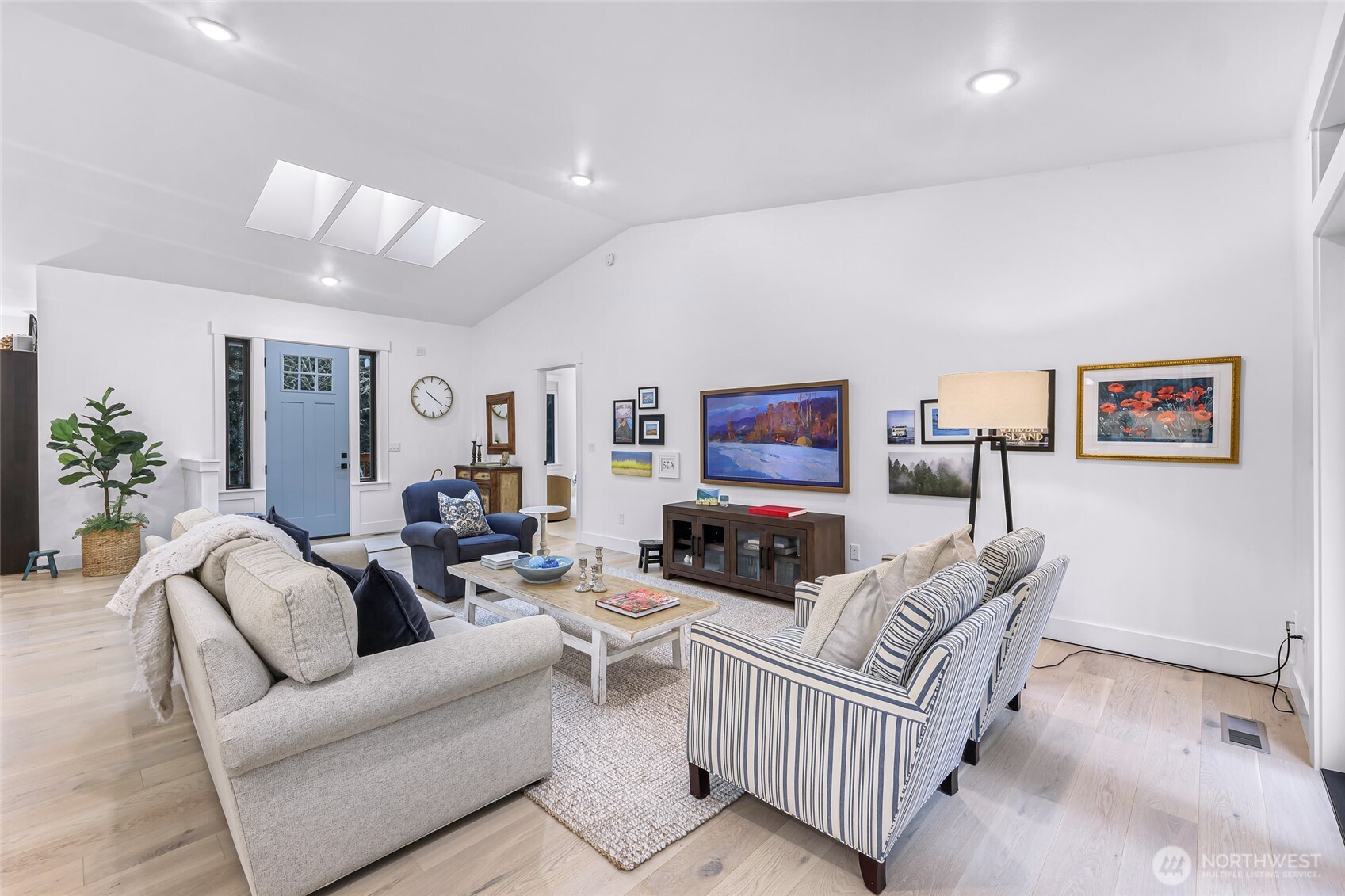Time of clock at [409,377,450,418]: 10:21
